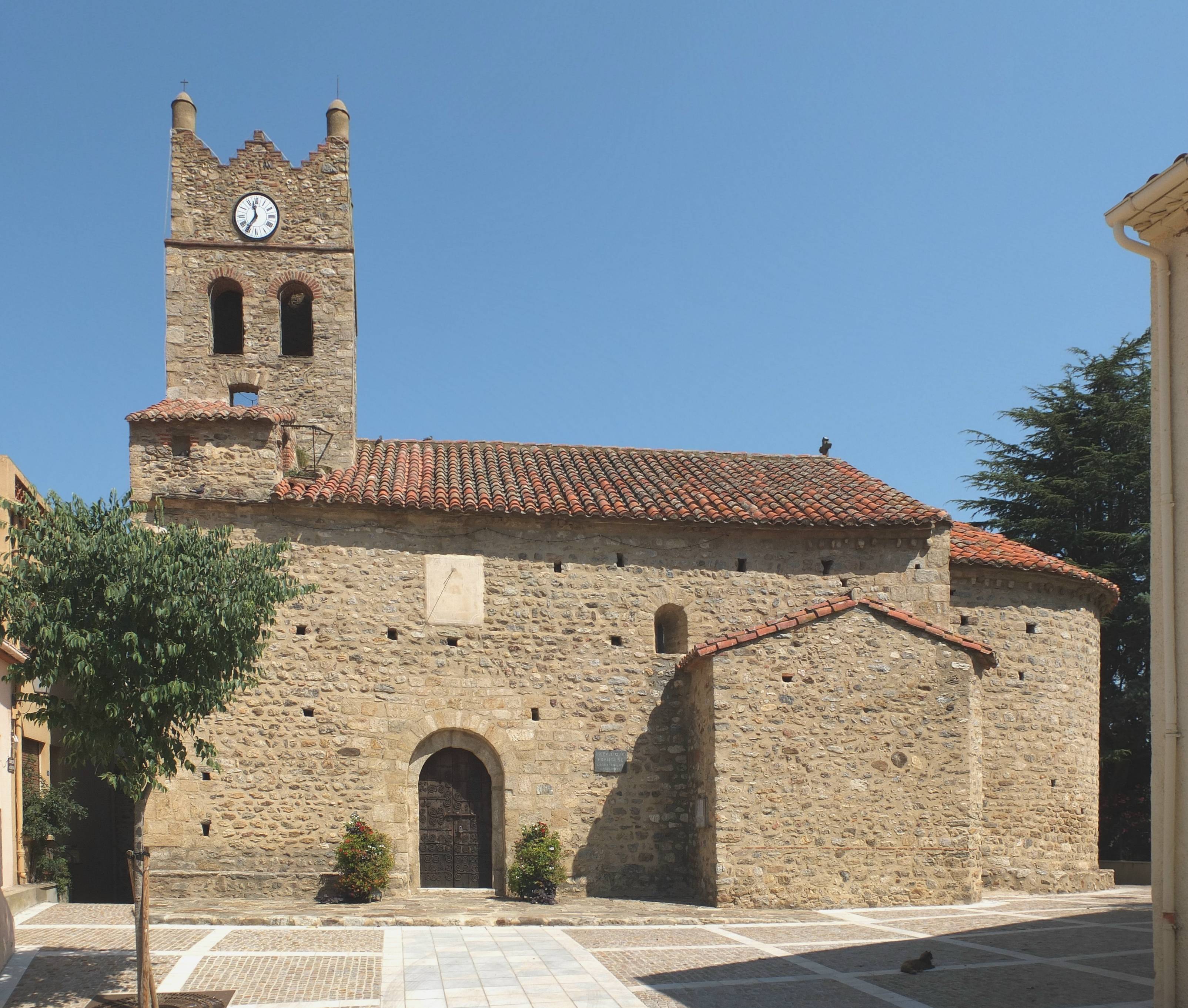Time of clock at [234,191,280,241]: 11:36
